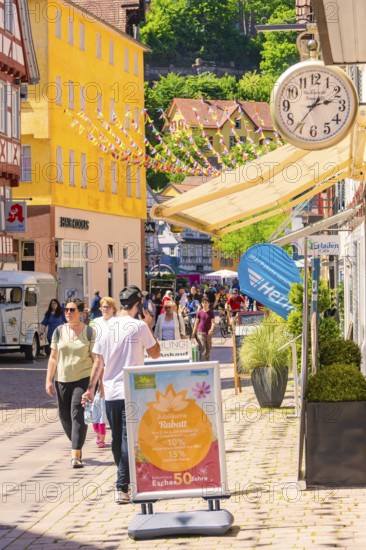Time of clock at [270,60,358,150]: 2:36
